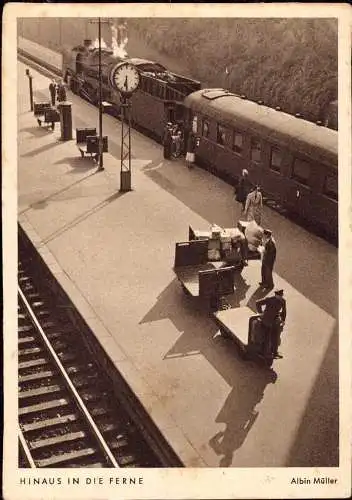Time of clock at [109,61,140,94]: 6:29
